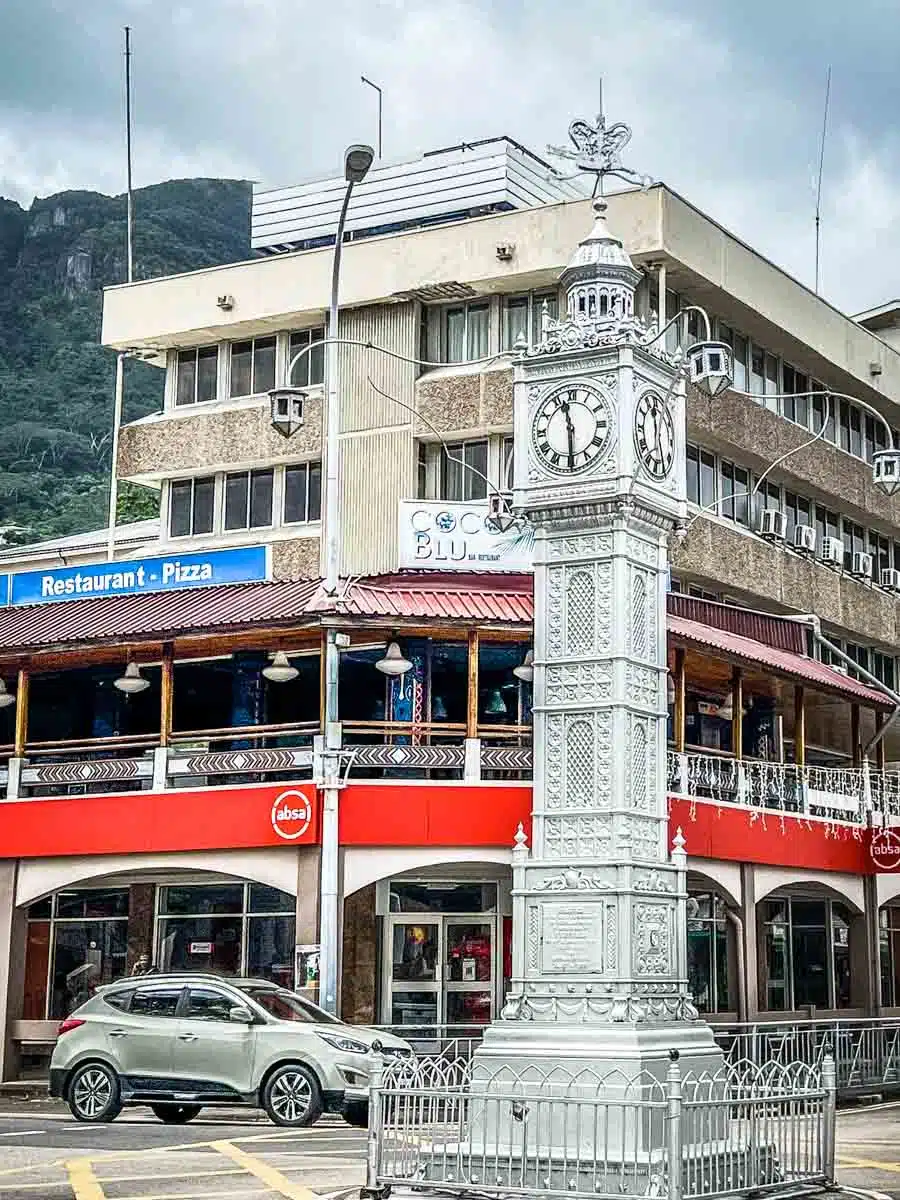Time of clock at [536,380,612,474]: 11:29
